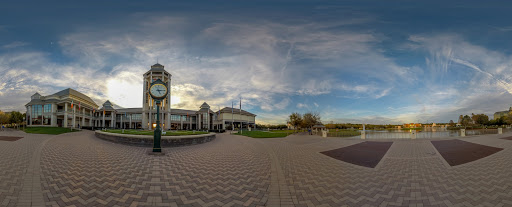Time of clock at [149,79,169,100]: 5:14
